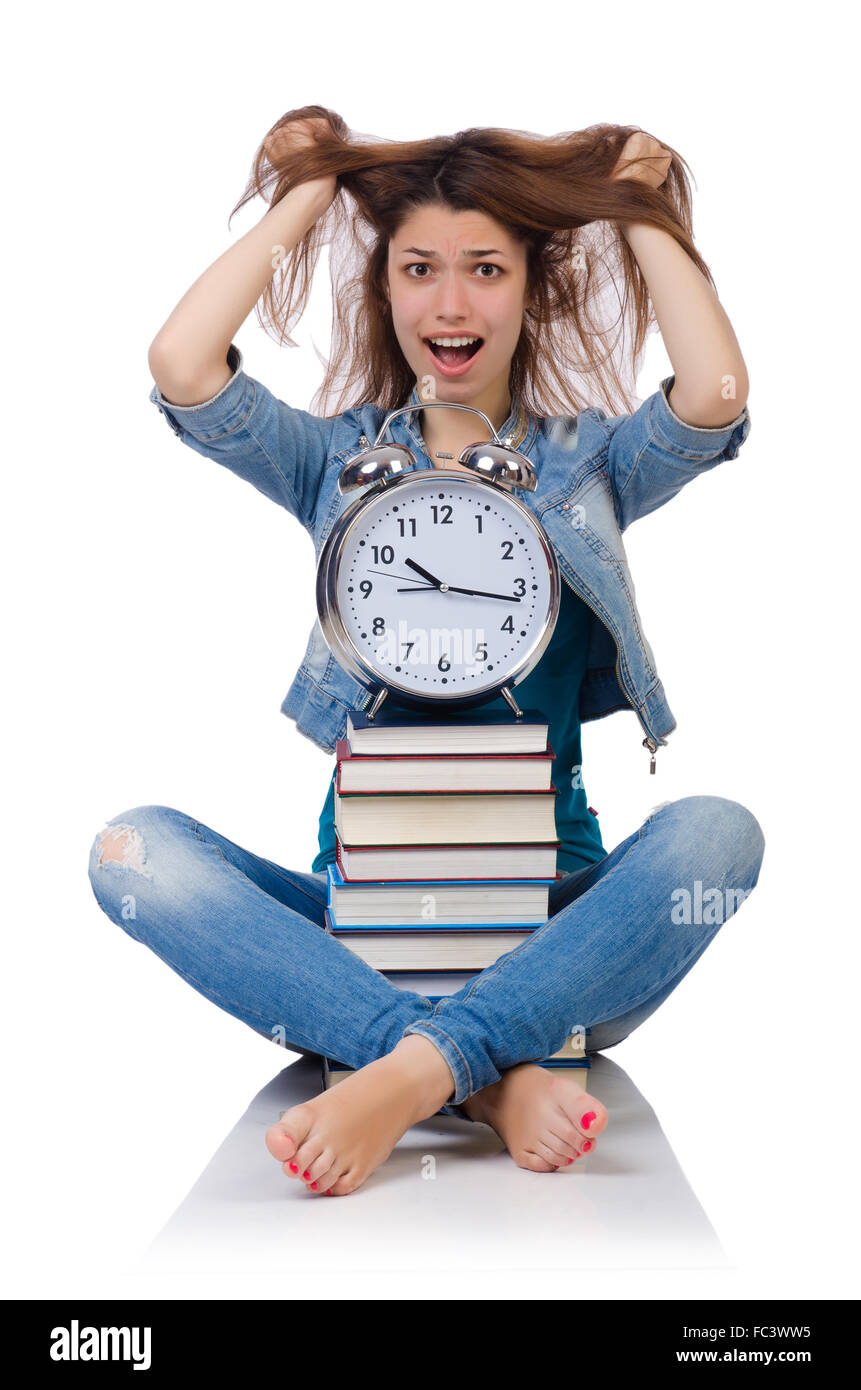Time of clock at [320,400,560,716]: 10:16
